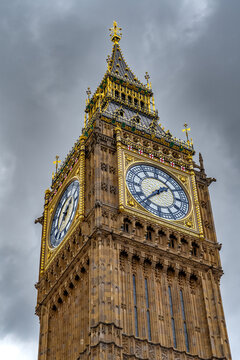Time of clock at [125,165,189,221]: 1:37
